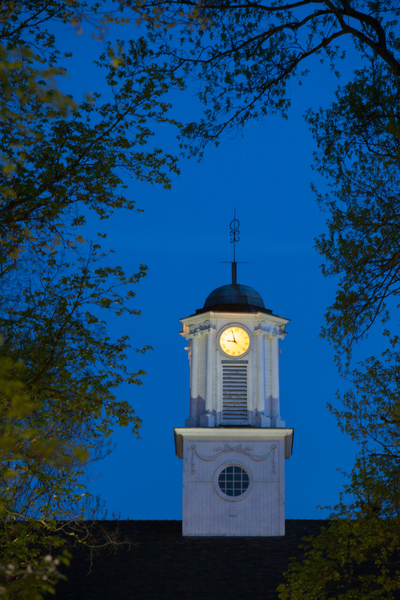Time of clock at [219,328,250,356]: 8:56
